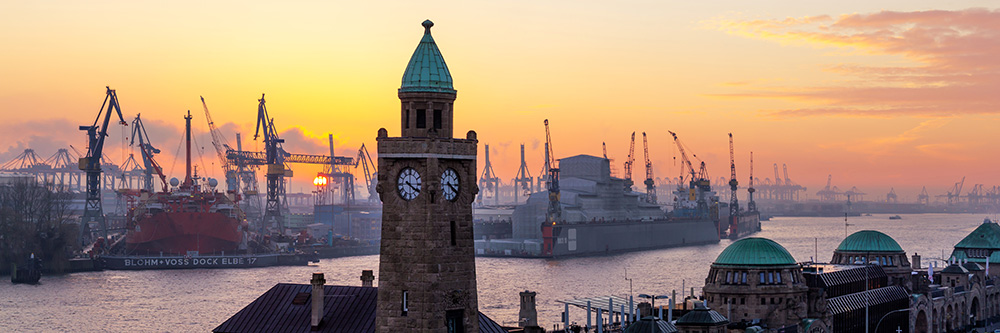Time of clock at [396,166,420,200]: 4:00
